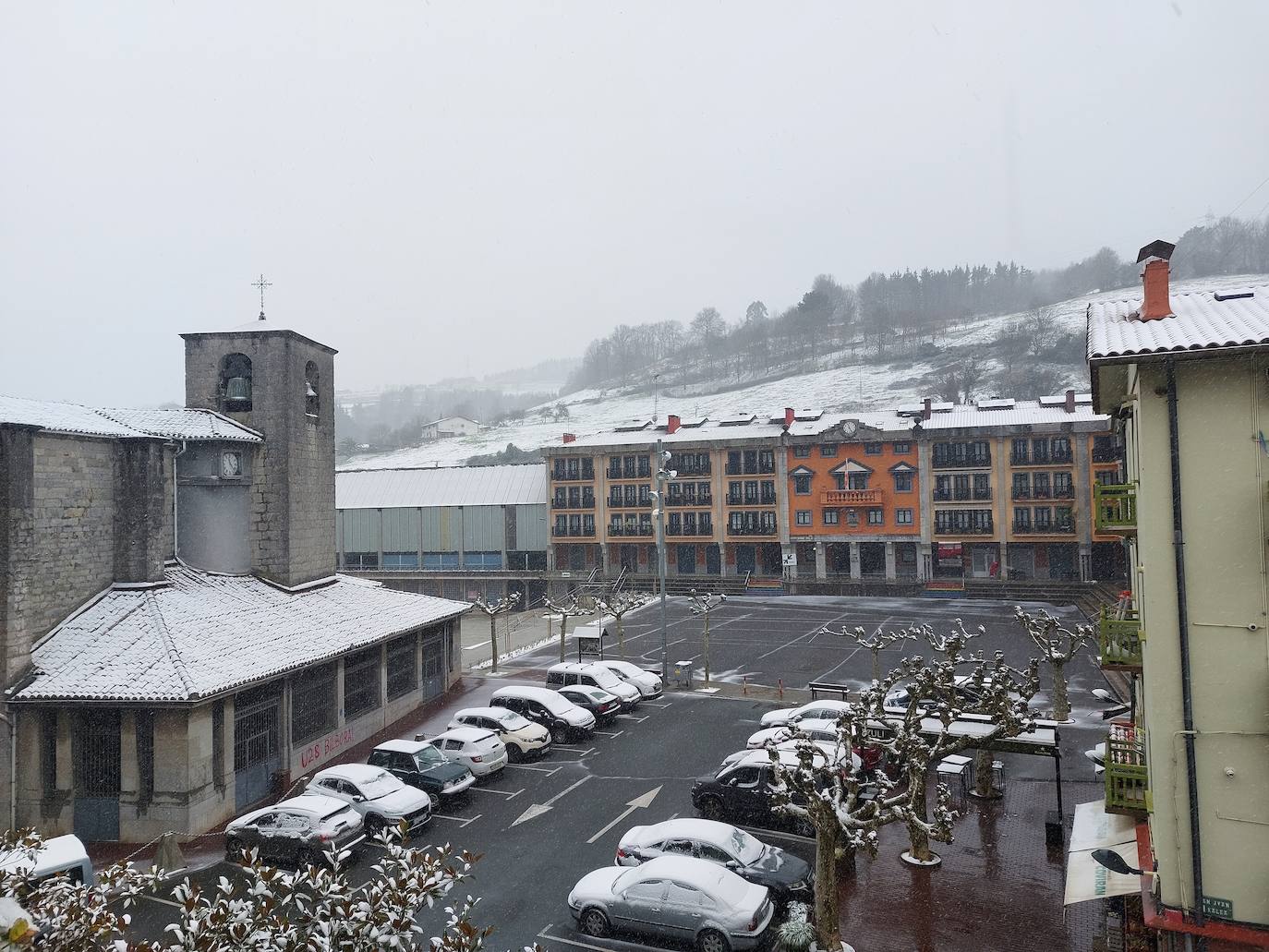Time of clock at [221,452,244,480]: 11:22
